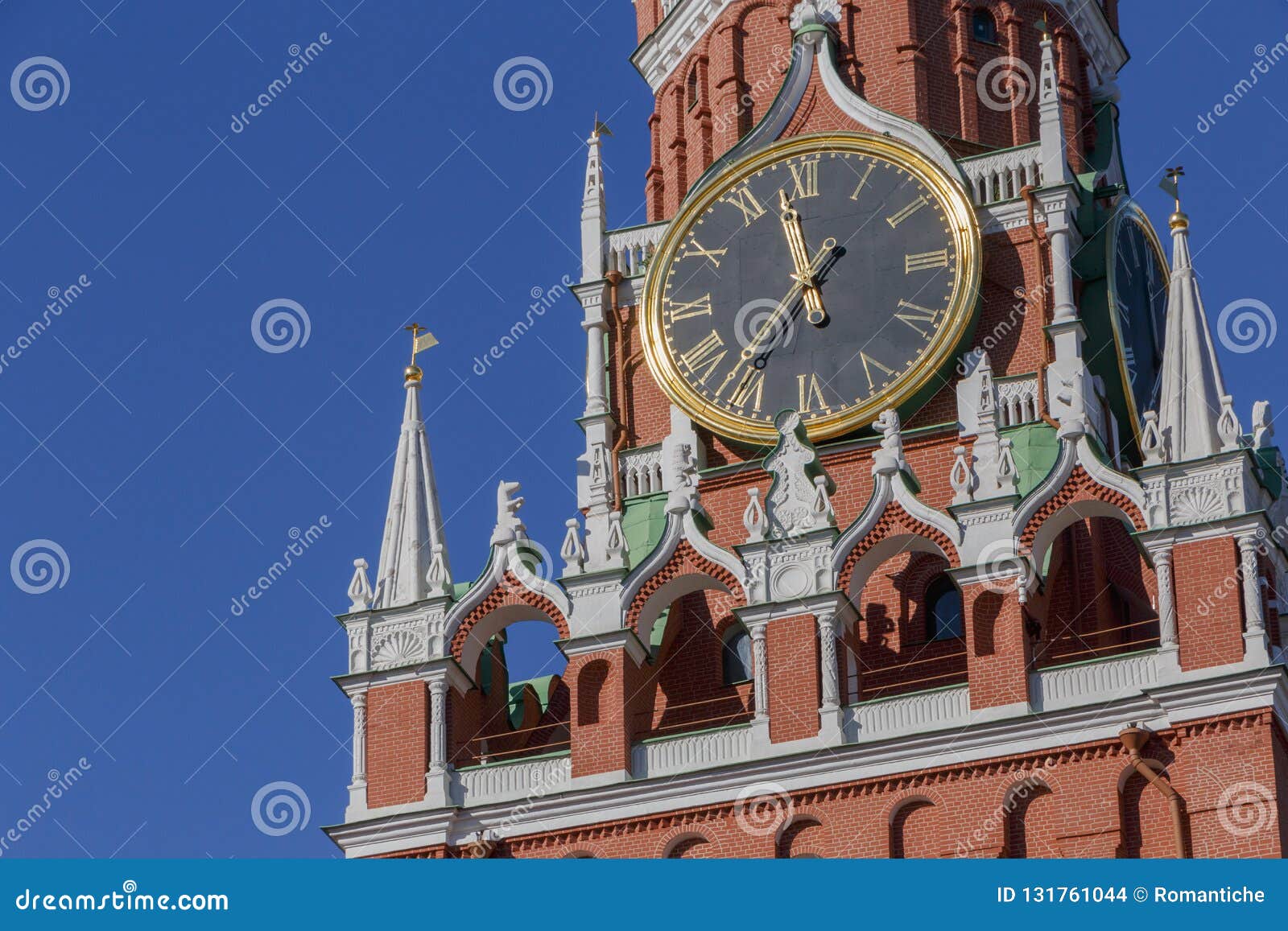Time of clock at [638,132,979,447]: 11:36
